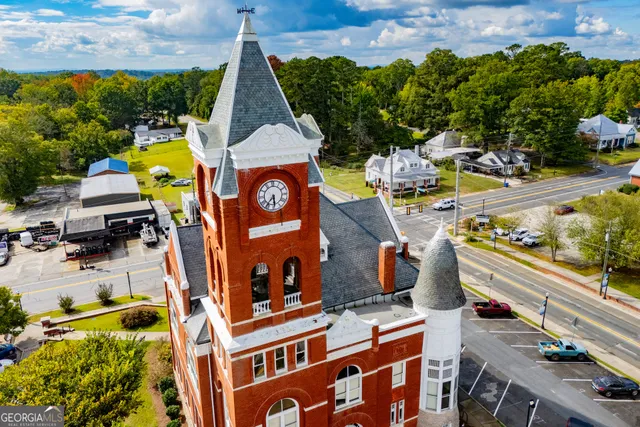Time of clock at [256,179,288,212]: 5:36
